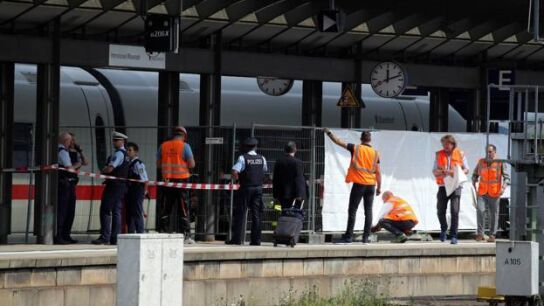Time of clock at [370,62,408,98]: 12:11
